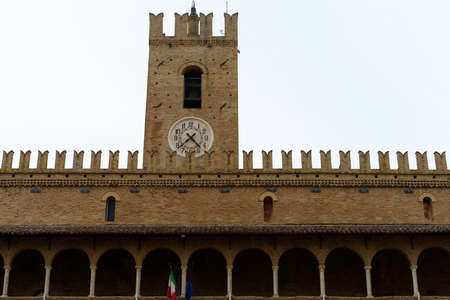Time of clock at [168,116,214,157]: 4:38
